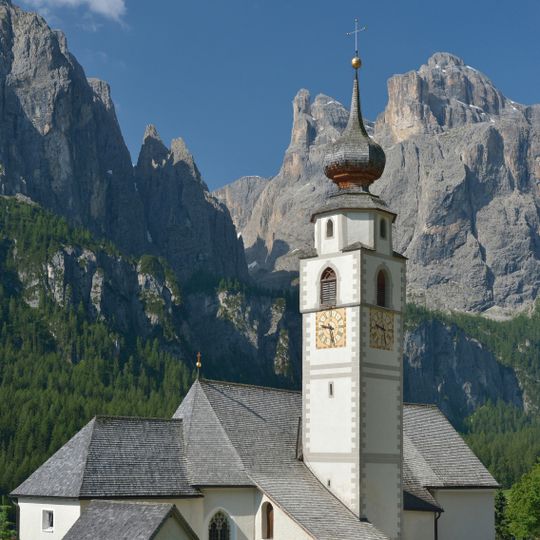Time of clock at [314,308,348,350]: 9:28
